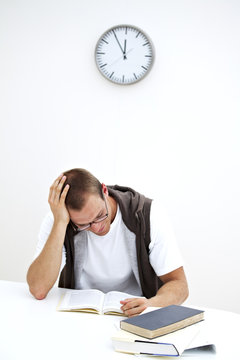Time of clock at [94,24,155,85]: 11:54
